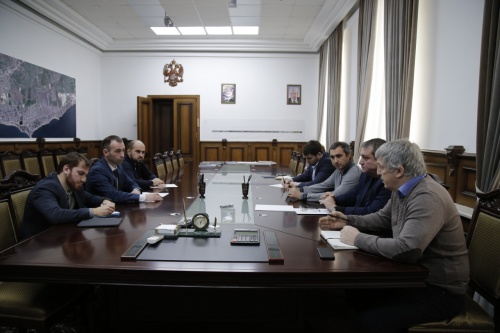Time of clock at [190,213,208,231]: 6:06
